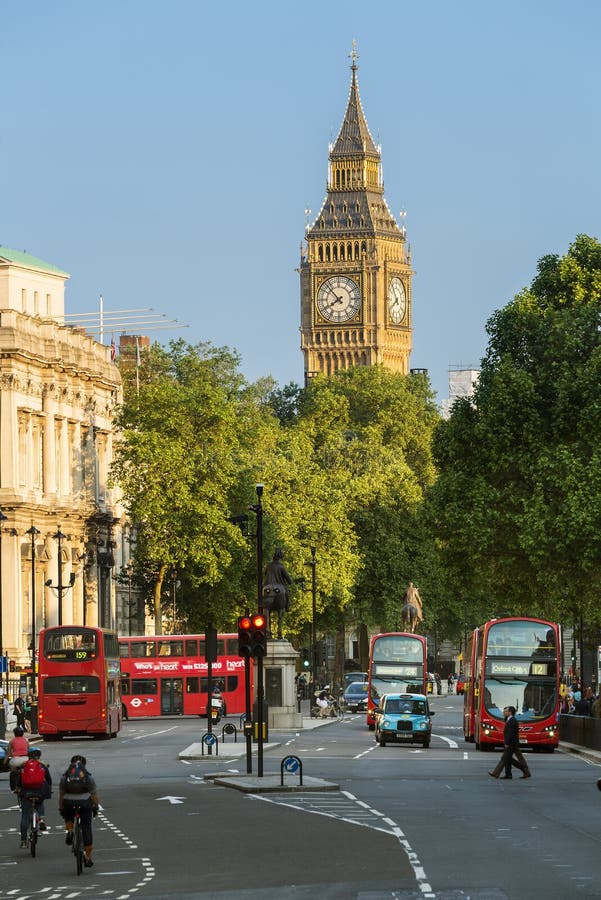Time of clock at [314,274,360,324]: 7:52
